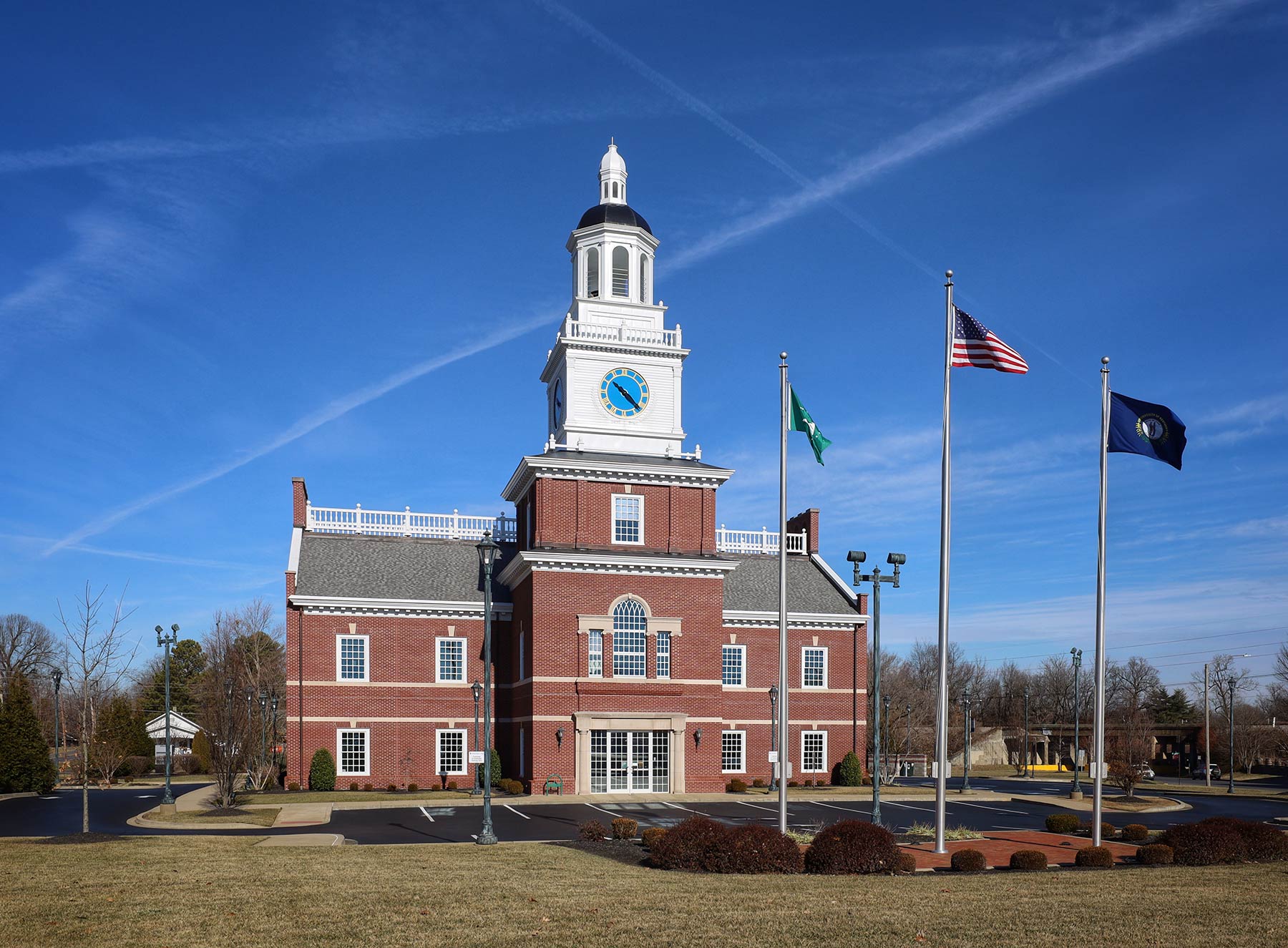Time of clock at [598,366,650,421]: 10:22
